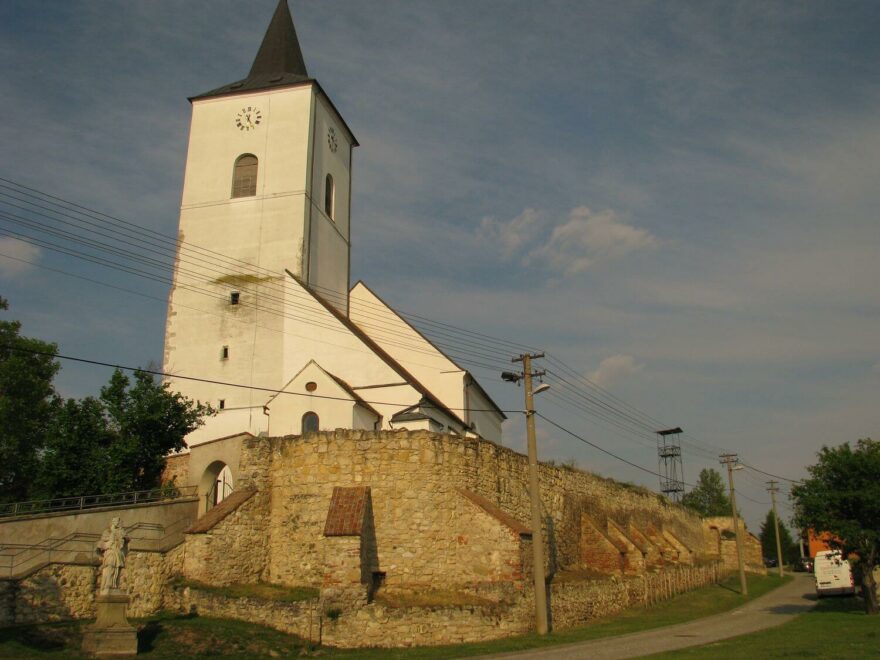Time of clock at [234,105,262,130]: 6:25
